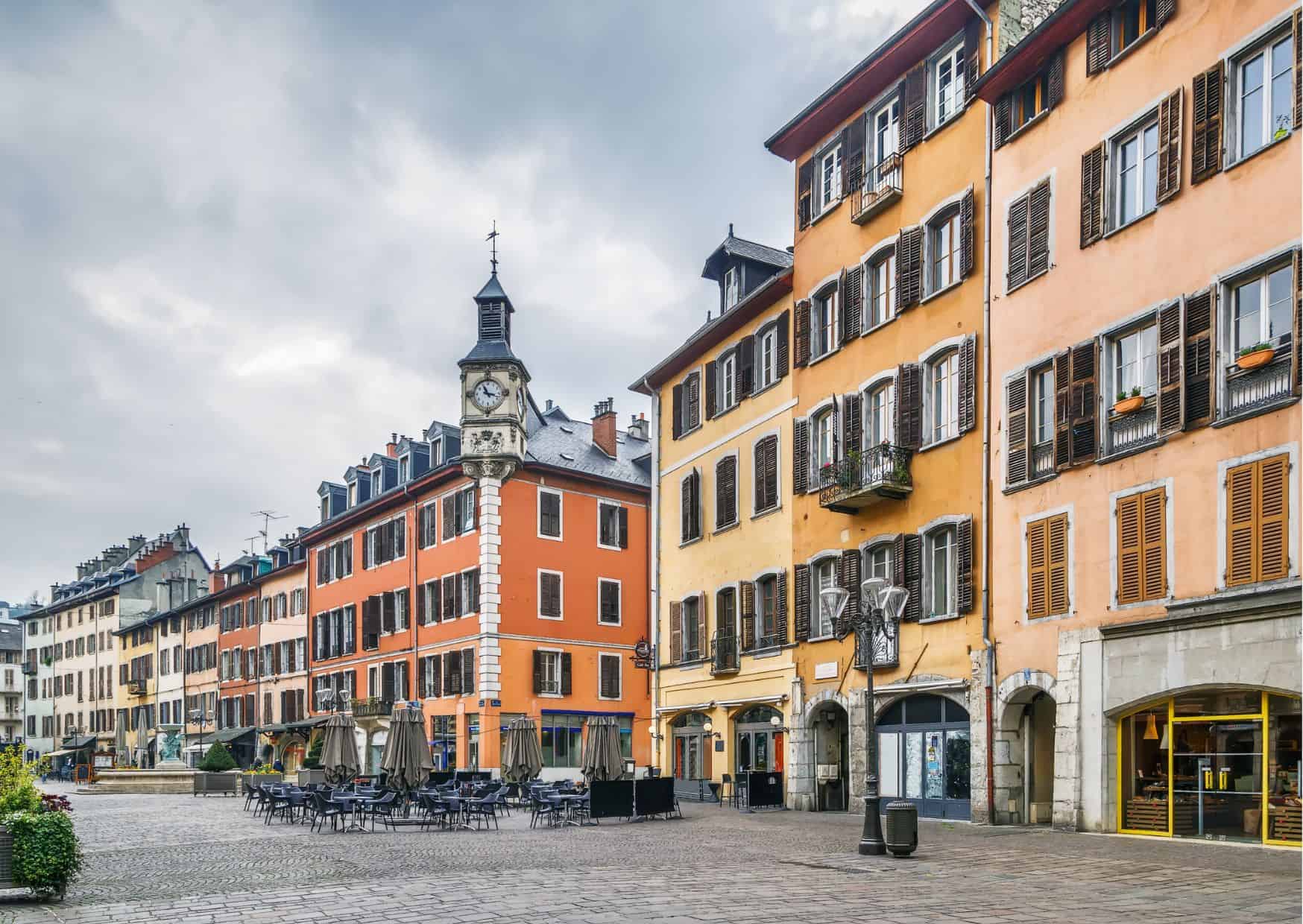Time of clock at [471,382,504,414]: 11:17
